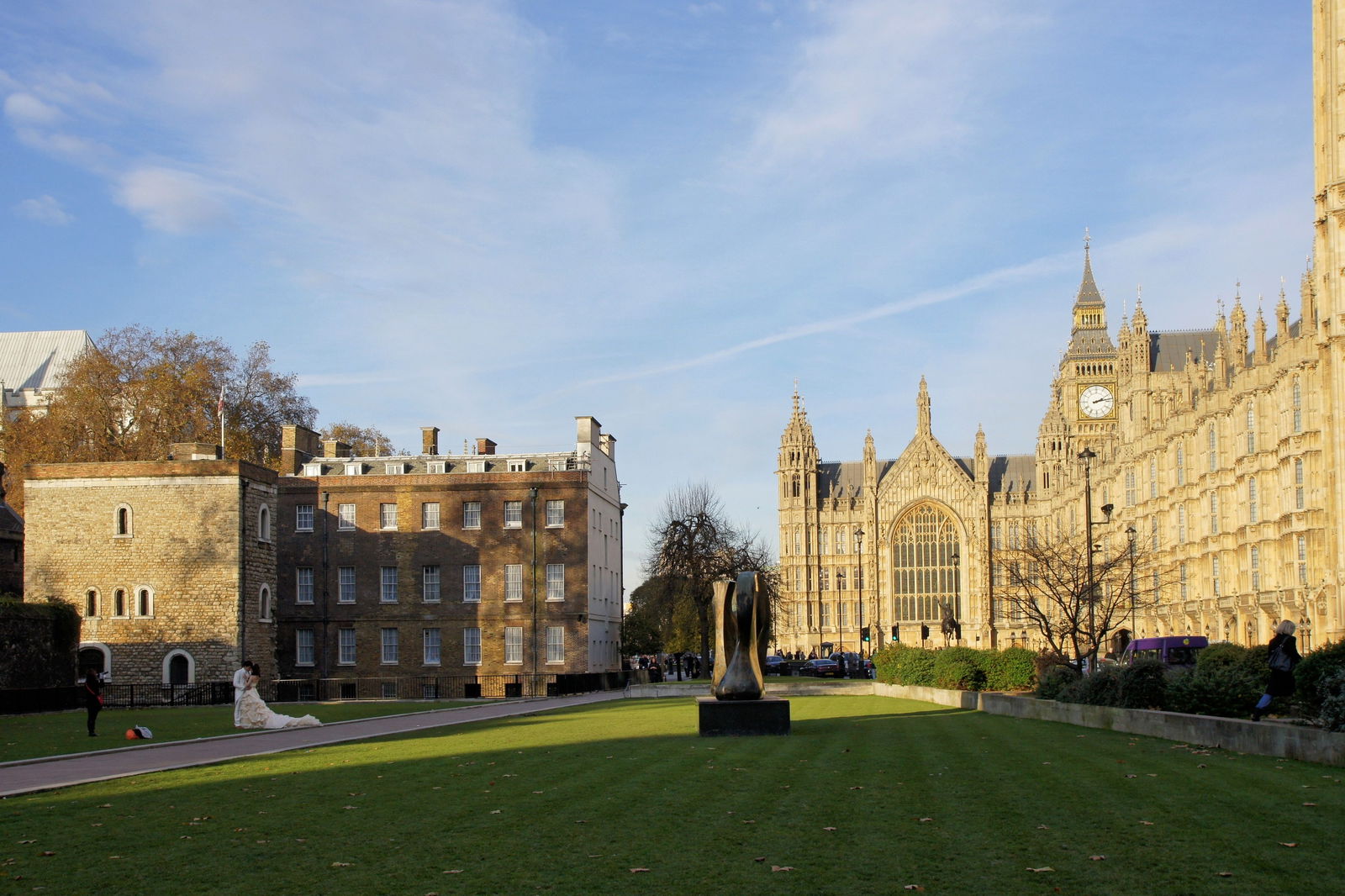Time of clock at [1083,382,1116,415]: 2:13
